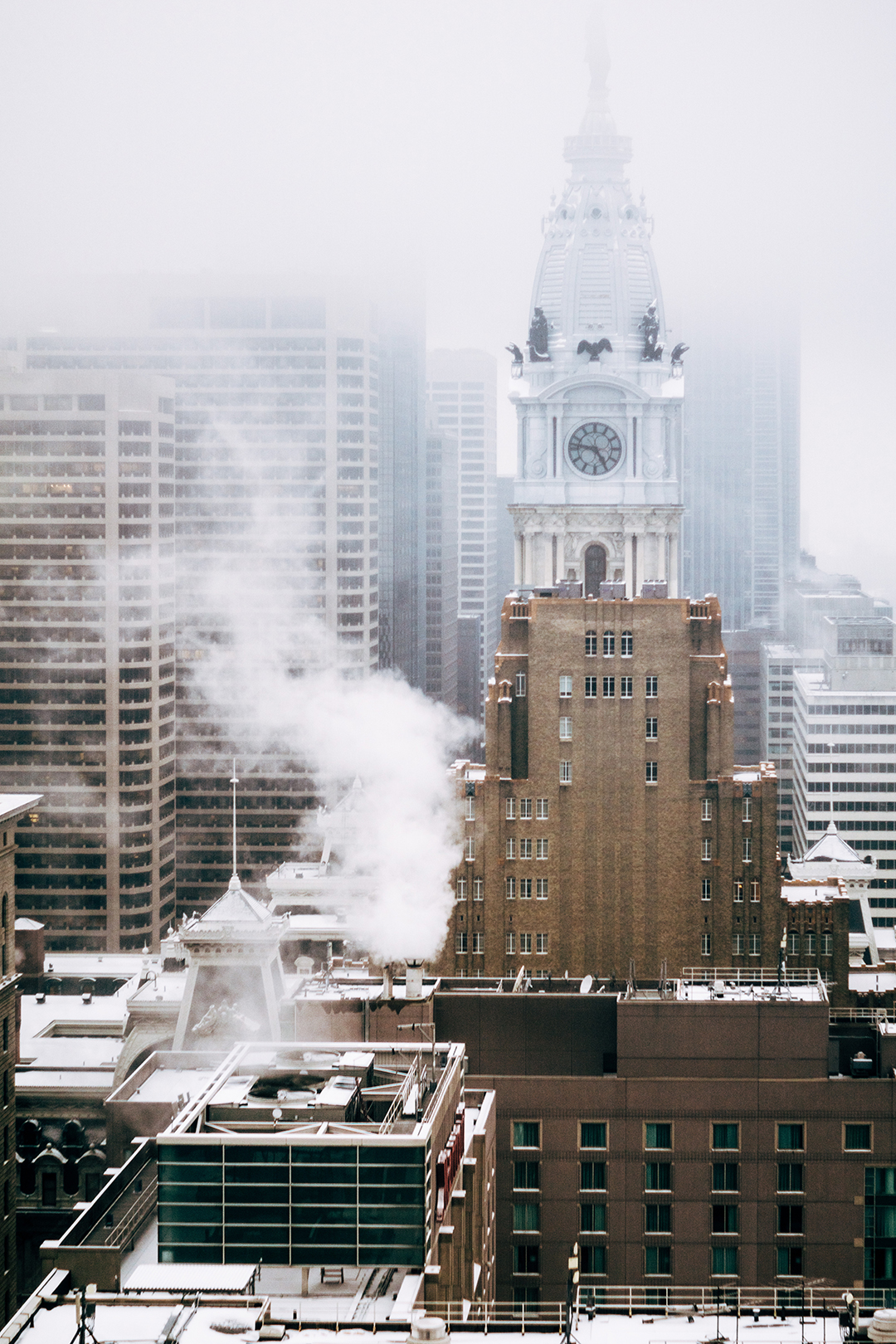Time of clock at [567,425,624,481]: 4:46
